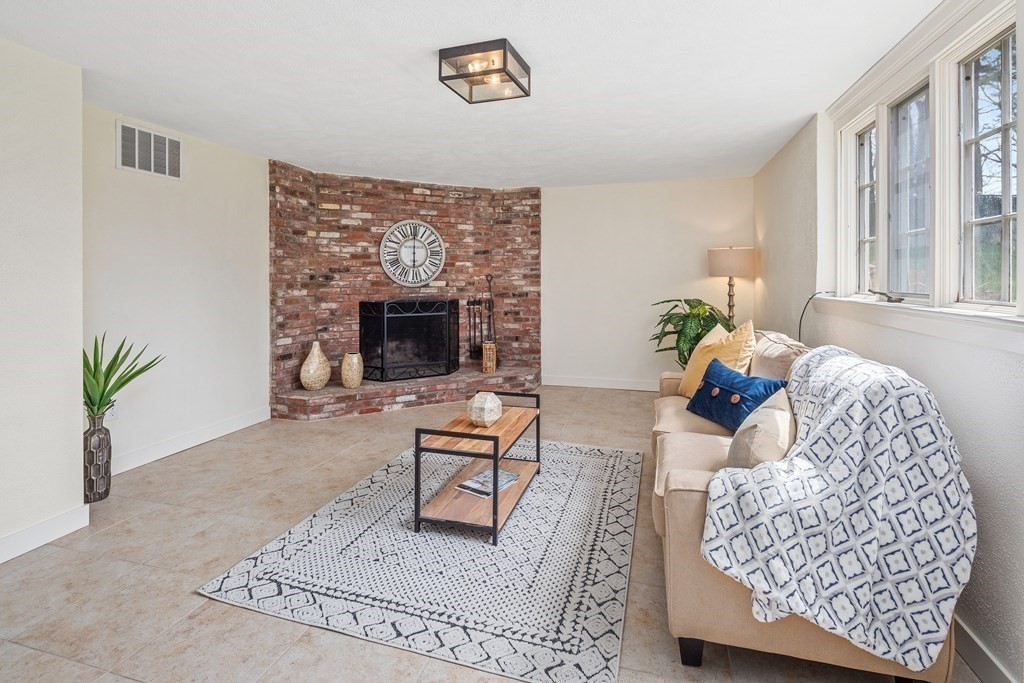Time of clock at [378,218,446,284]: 6:00
